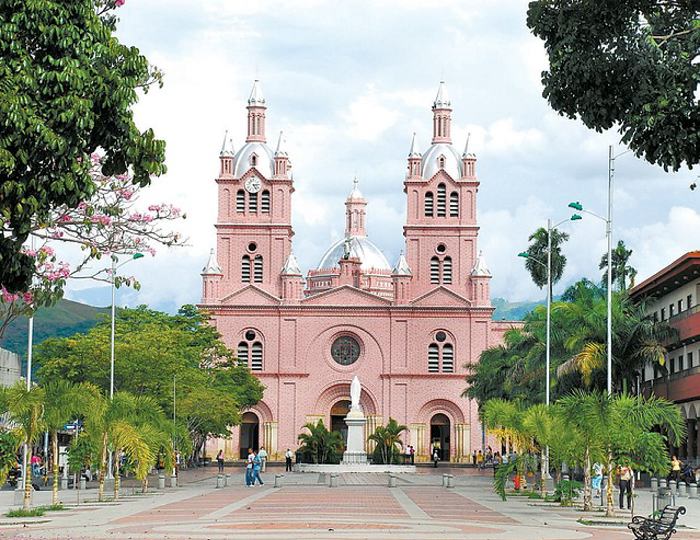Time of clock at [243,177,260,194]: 5:14
